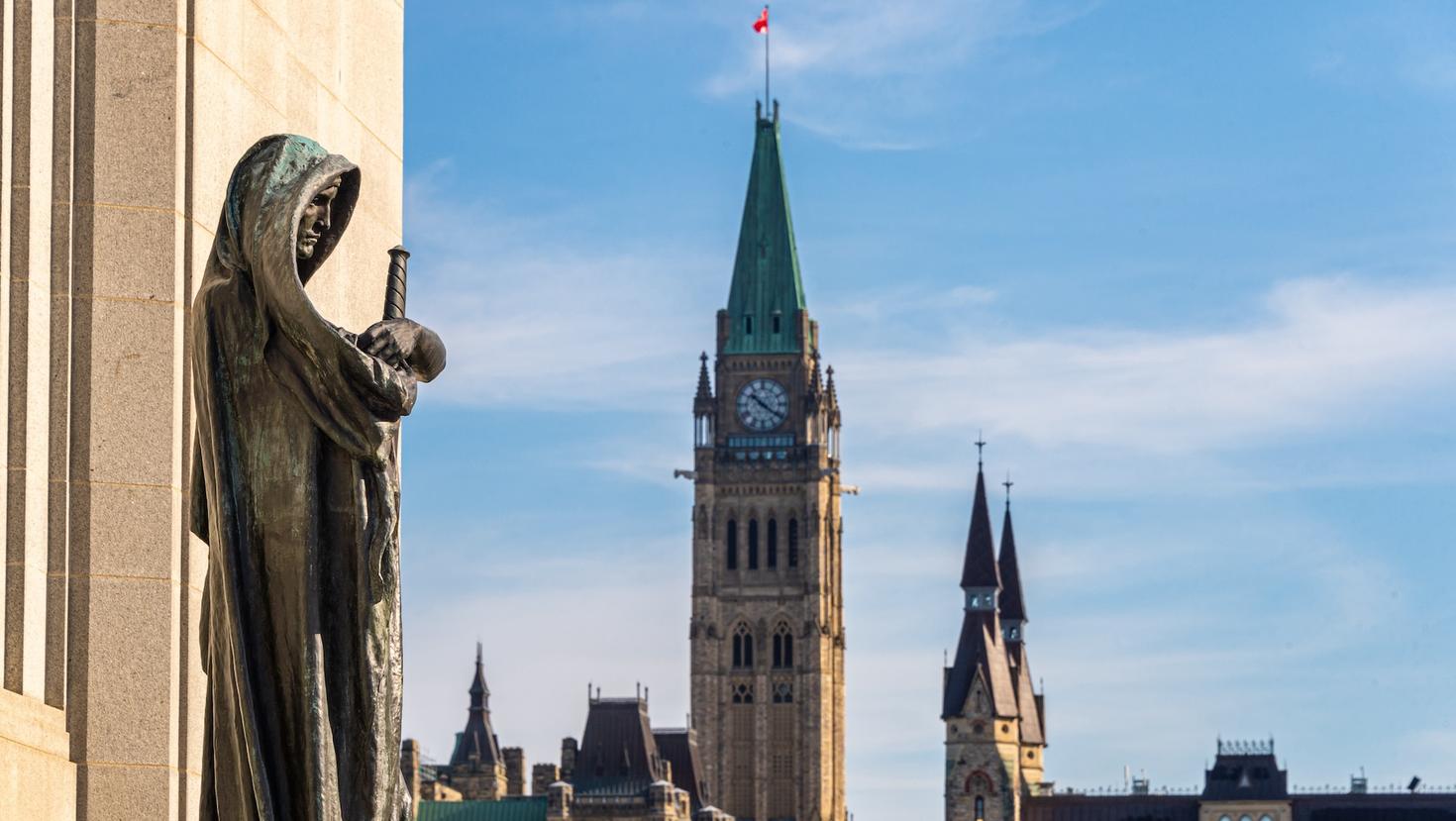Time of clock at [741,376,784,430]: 10:20
